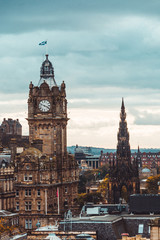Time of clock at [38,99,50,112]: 3:48
